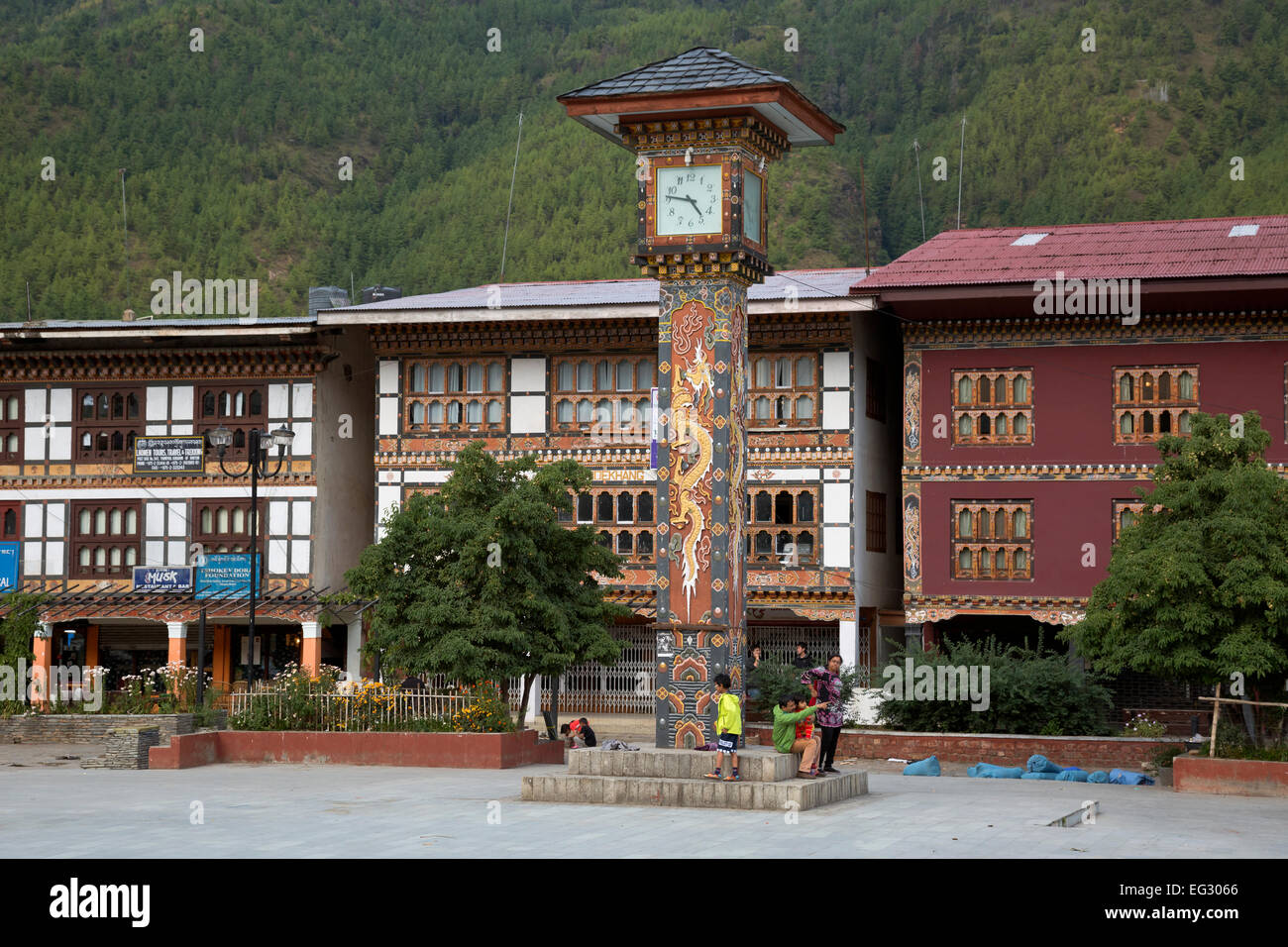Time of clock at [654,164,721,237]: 4:46
